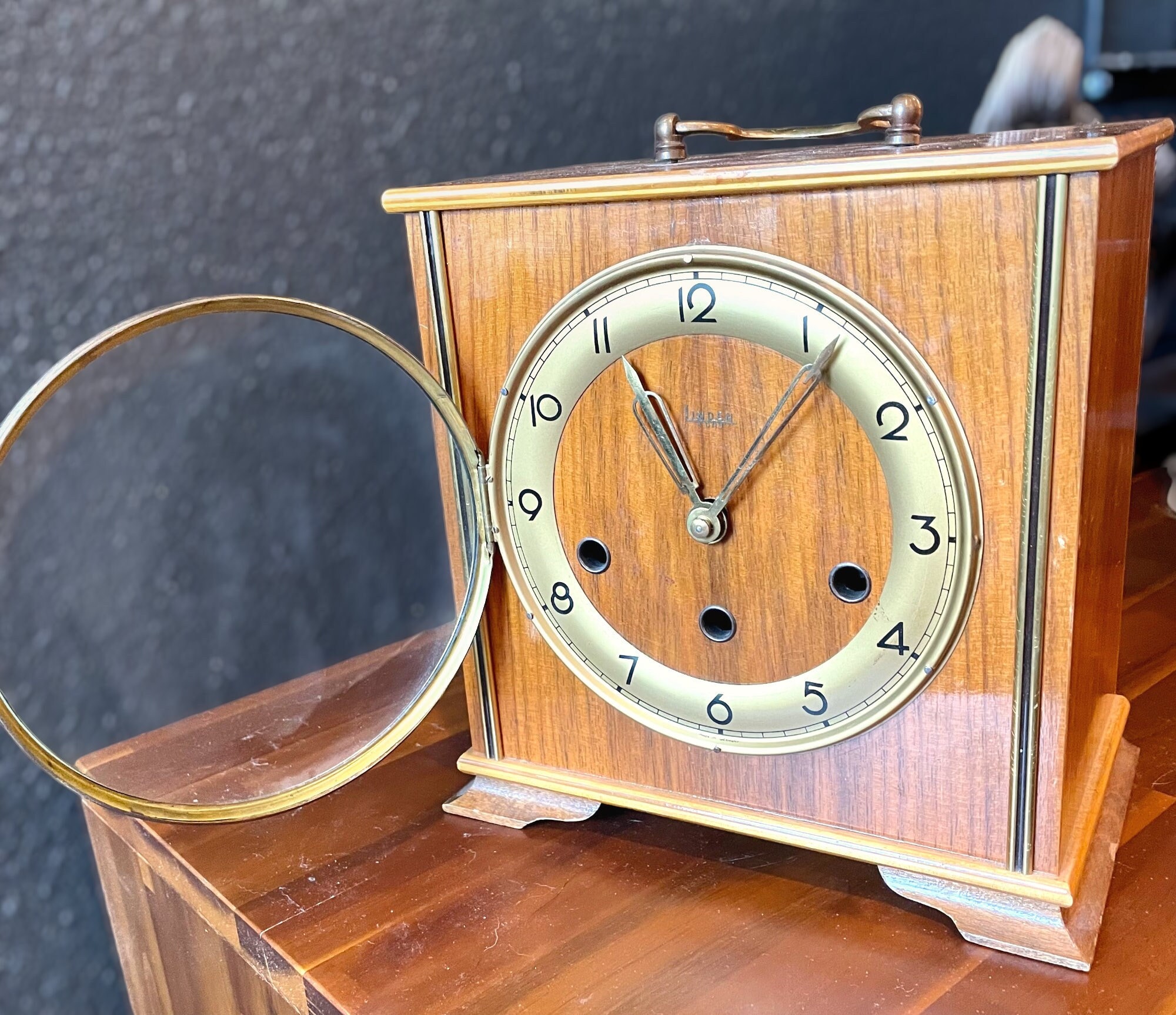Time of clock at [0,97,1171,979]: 10:55
